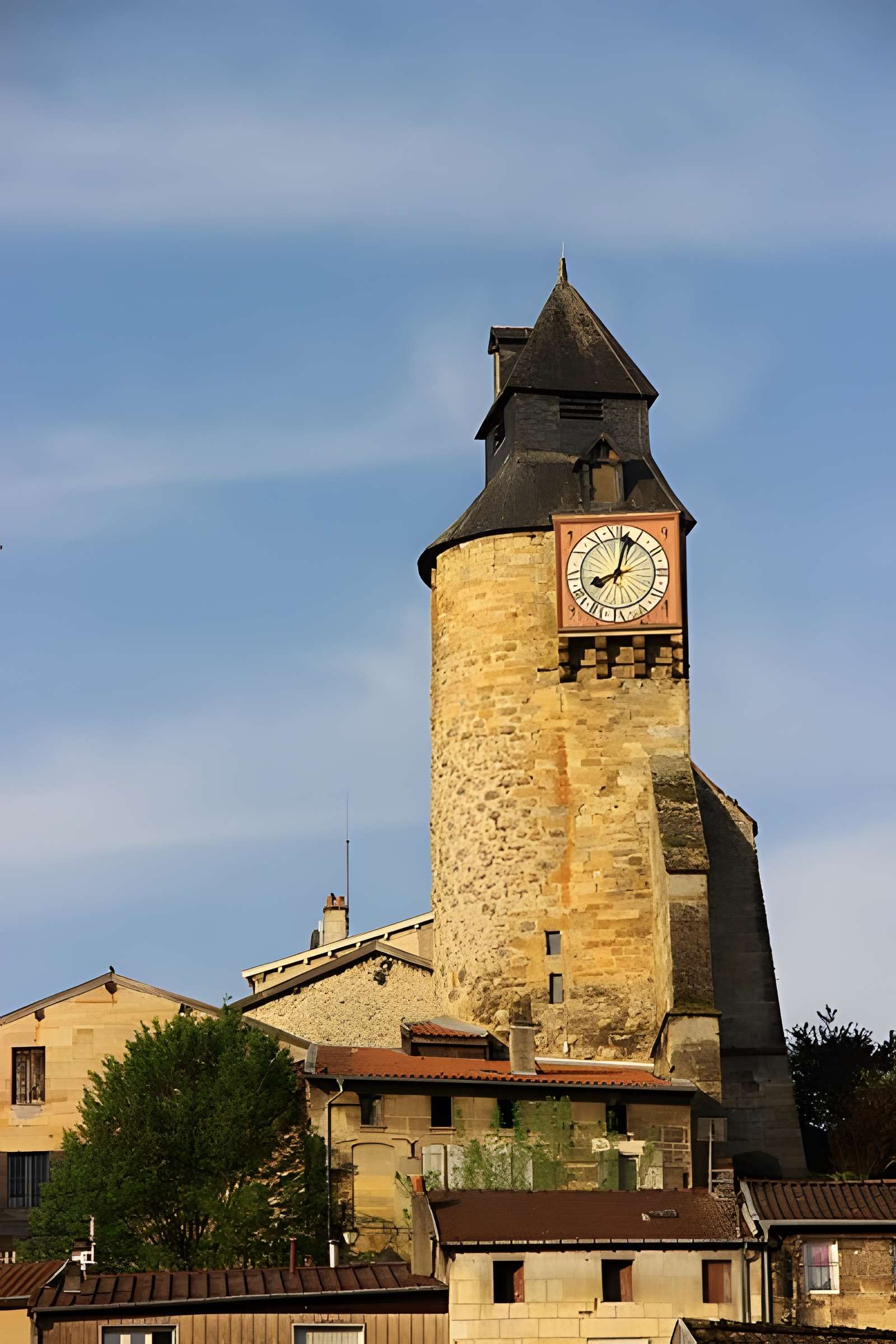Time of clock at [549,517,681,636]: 8:03
